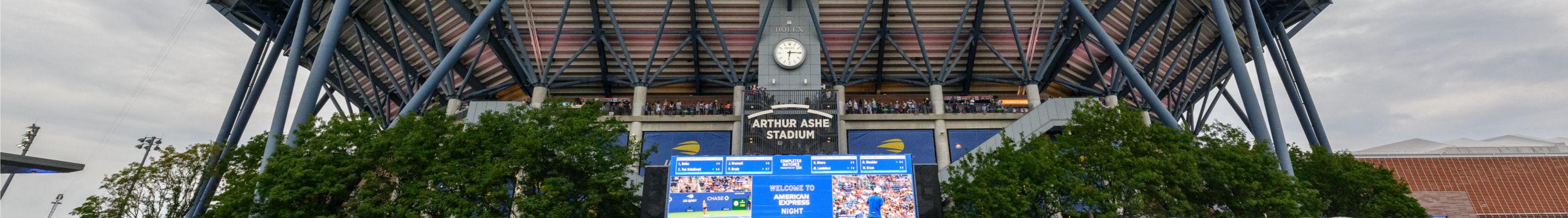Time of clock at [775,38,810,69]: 6:15
